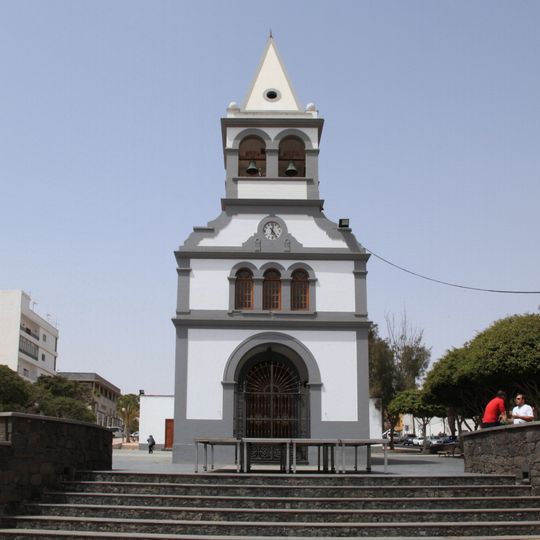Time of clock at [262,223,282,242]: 12:24
